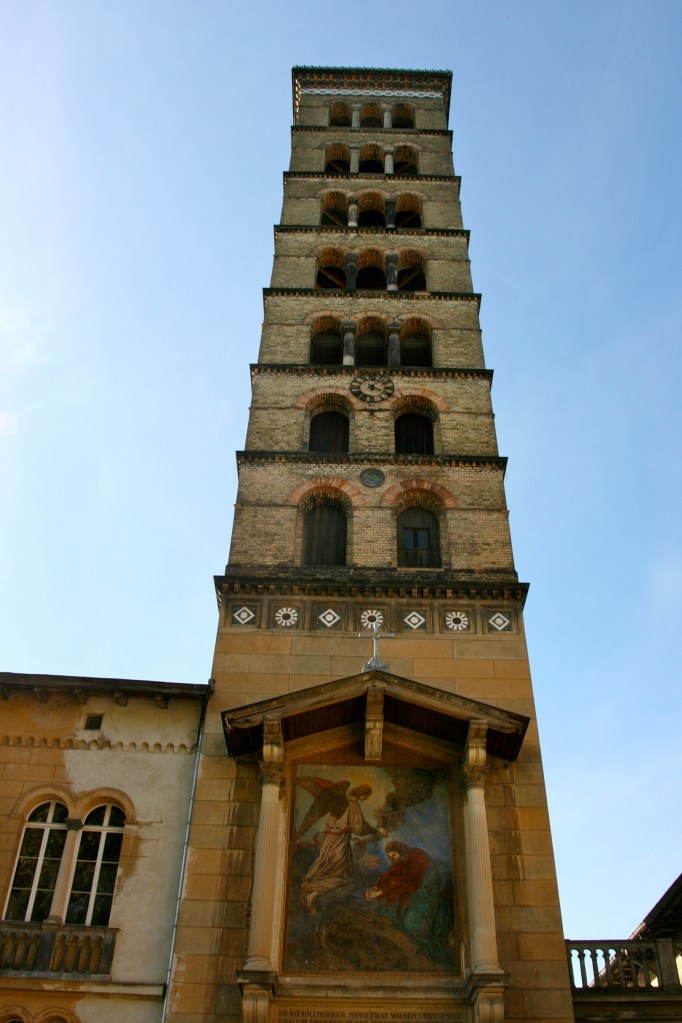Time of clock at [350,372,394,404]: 4:07
